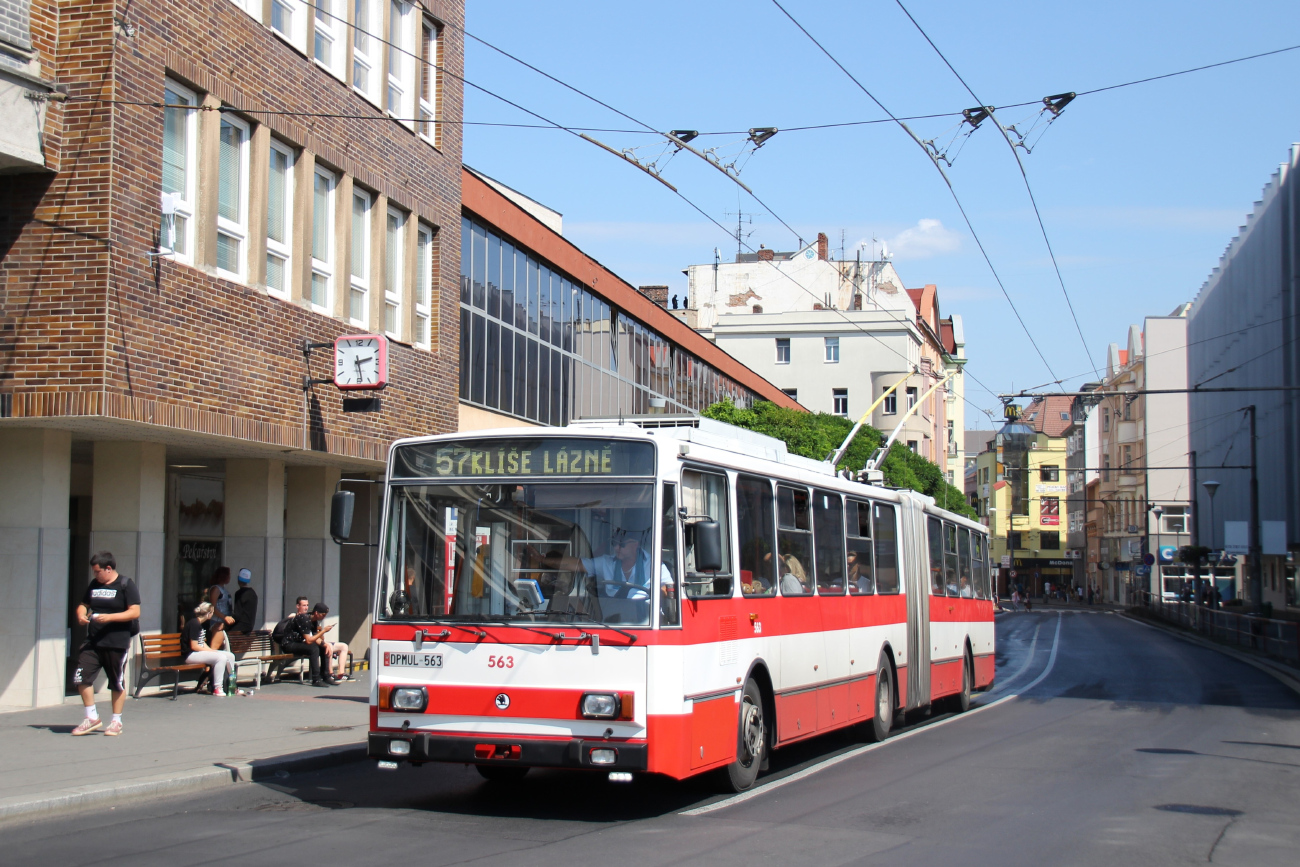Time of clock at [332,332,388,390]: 2:28
